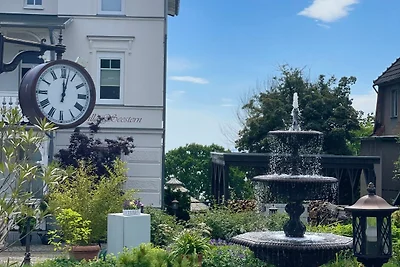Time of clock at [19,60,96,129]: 12:02
